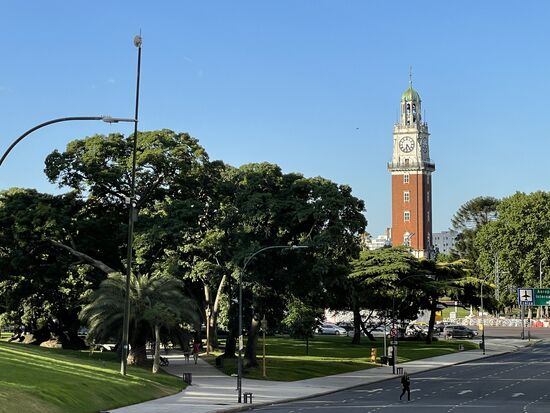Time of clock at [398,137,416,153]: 6:23
